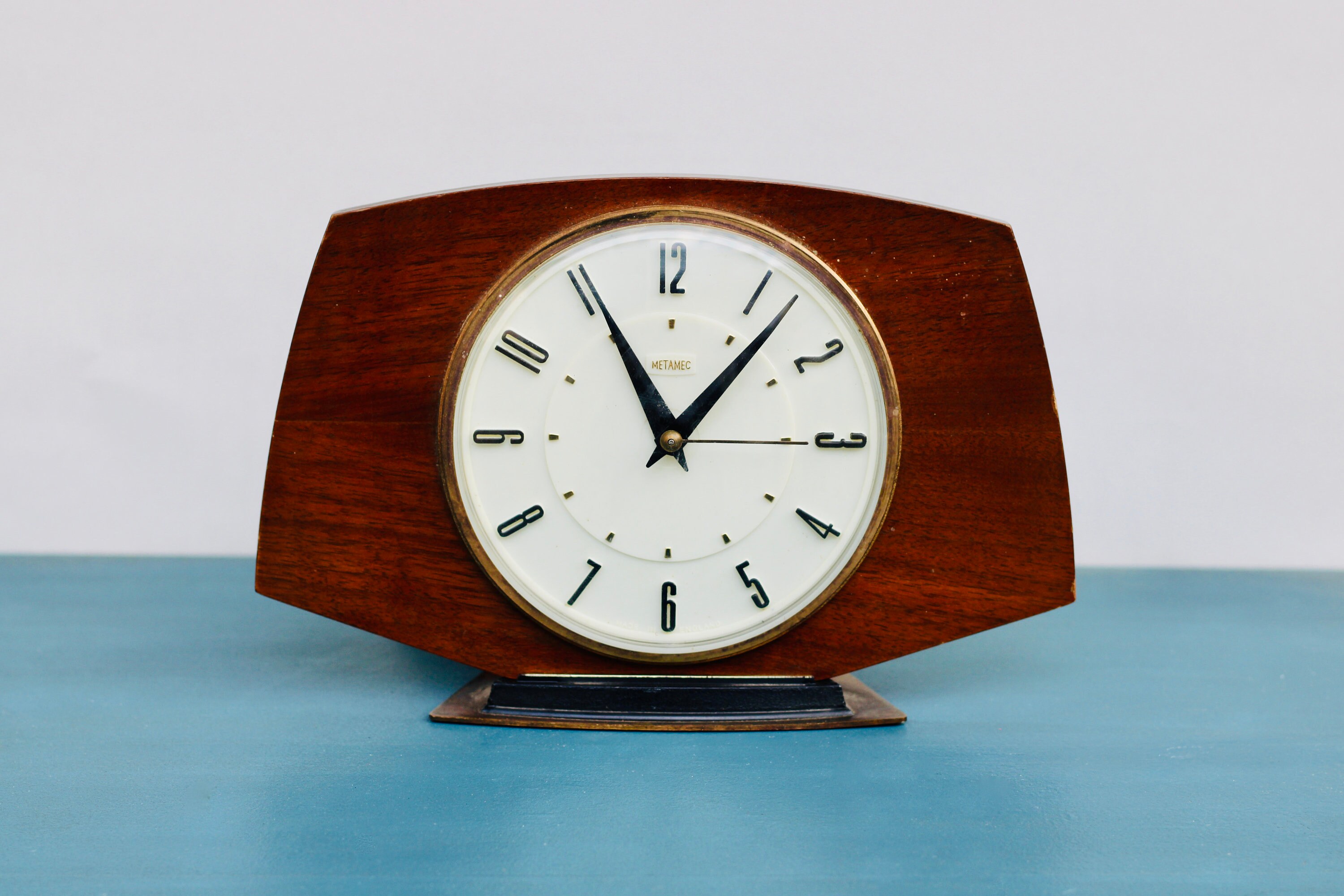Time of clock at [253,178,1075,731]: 11:06
